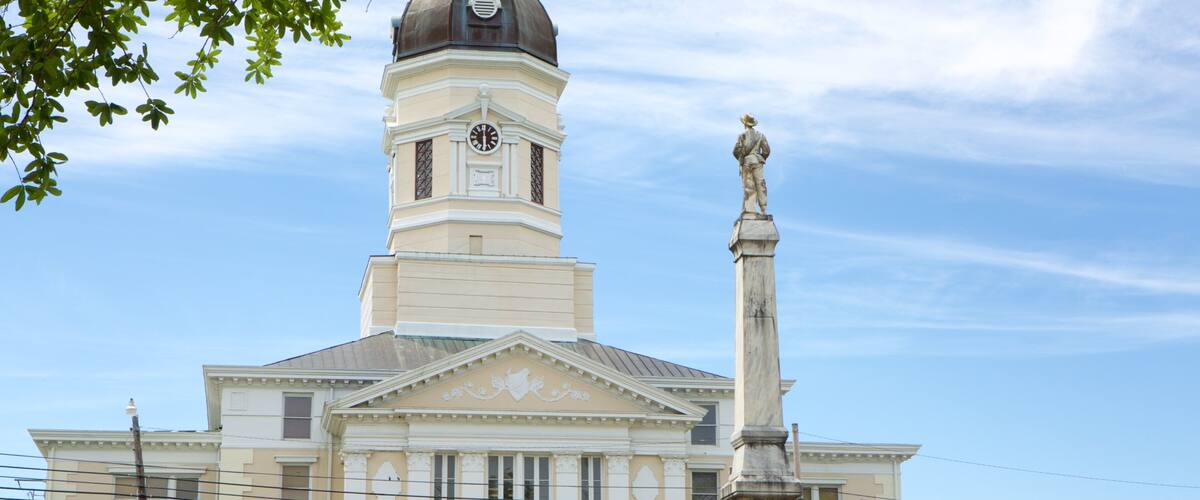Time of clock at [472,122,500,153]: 5:59
